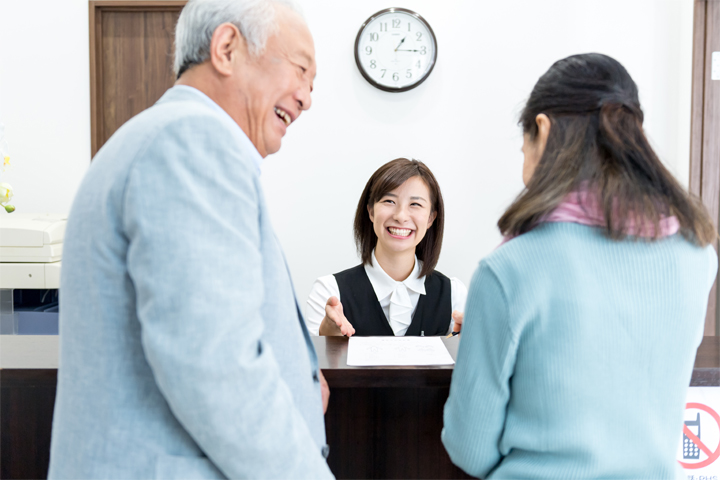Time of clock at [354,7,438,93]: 1:15
